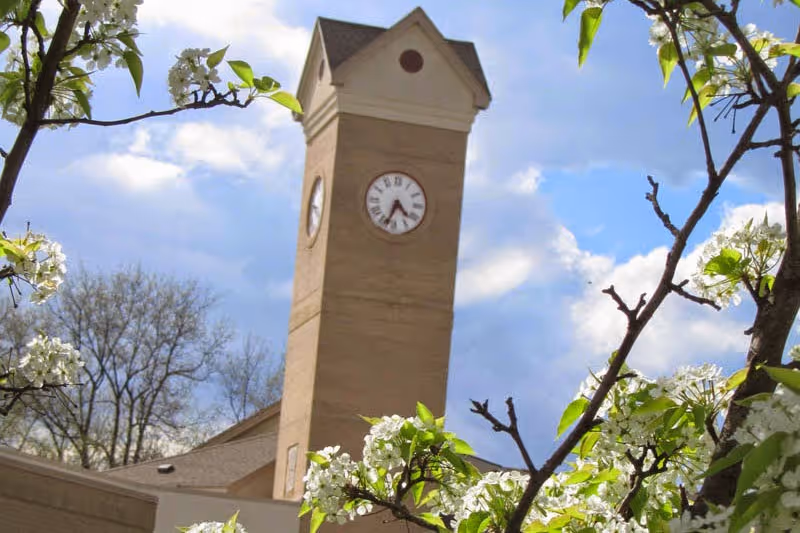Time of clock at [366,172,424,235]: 4:33
